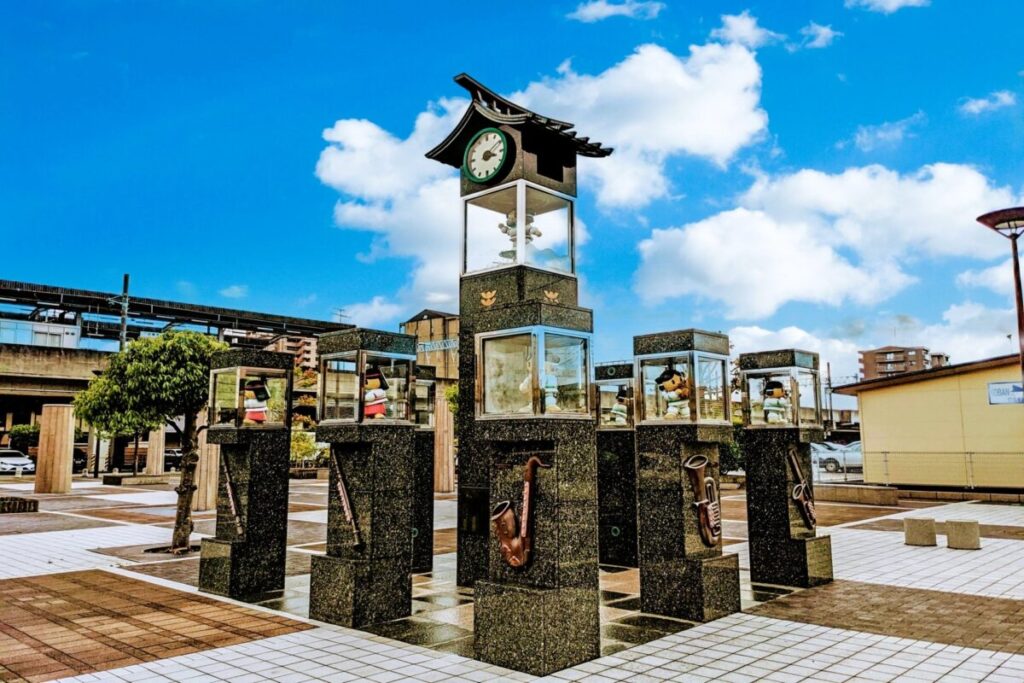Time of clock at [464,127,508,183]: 3:09
